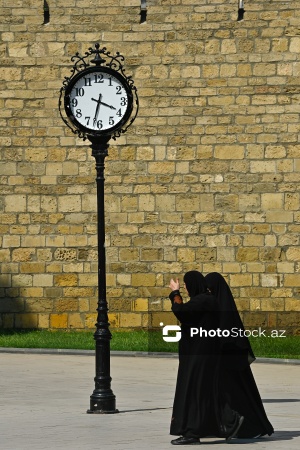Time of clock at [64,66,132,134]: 3:32
